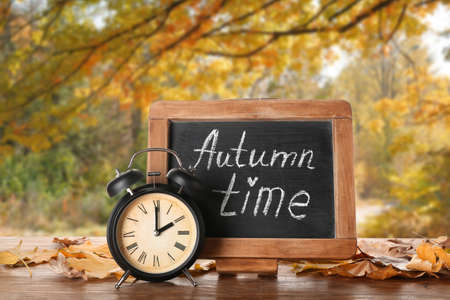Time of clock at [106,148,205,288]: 2:00
